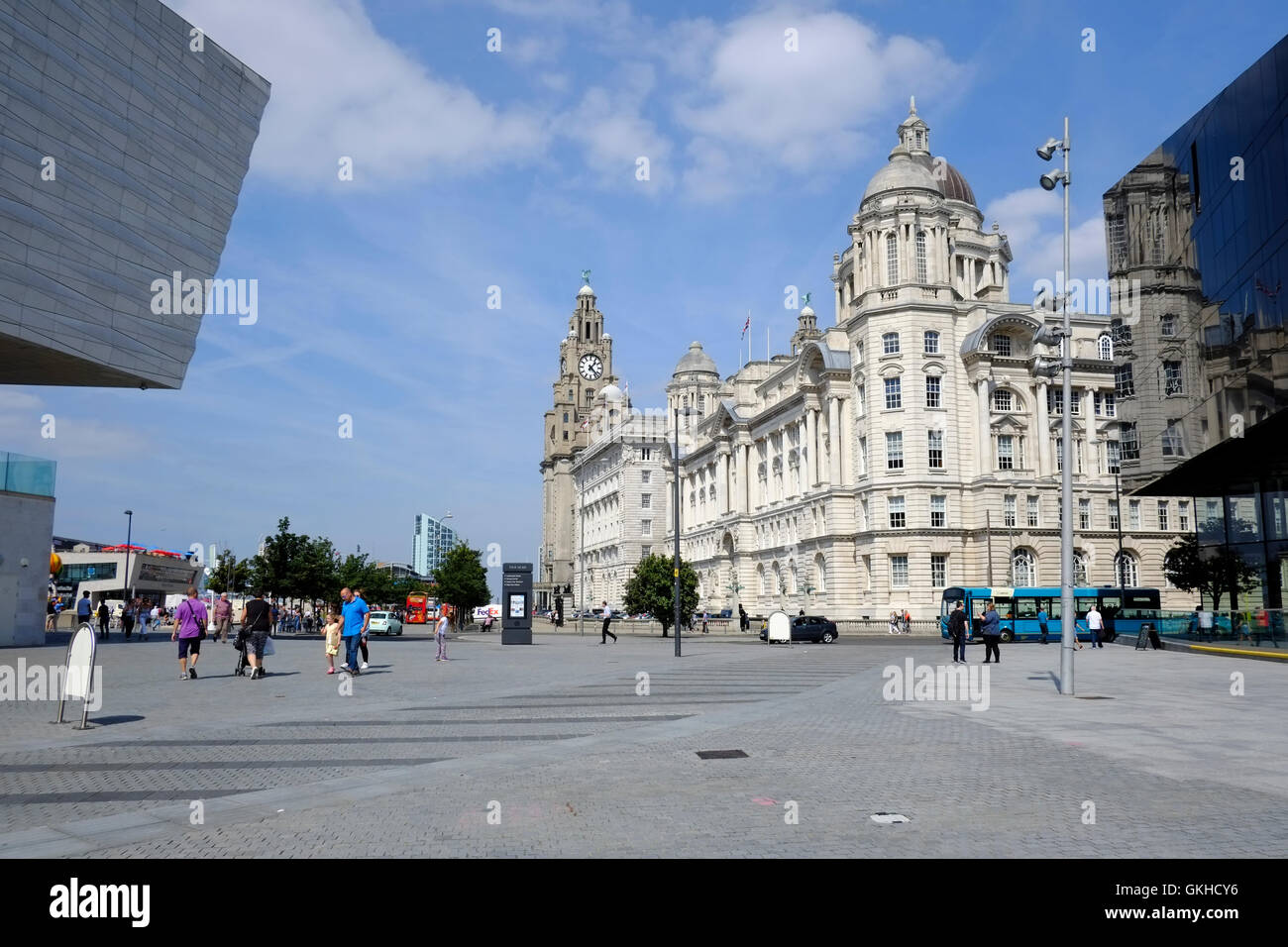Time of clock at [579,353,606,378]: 1:22
